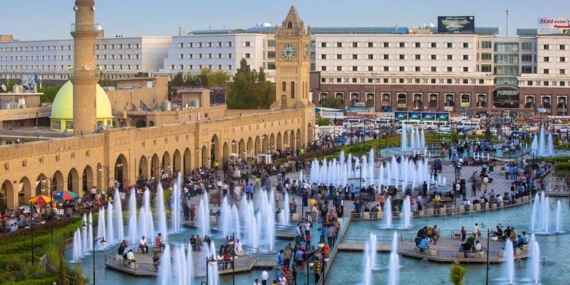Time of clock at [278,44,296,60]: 6:15
